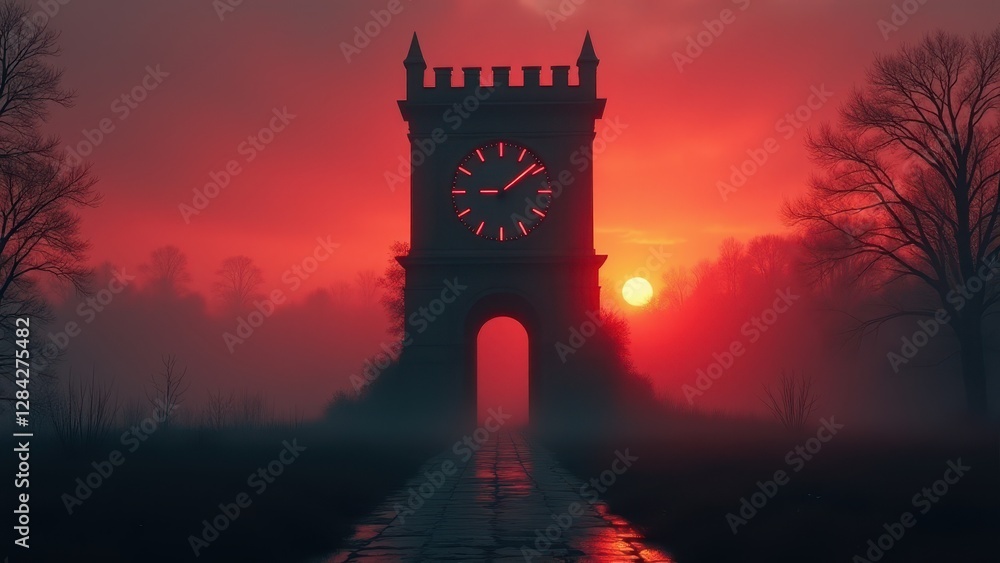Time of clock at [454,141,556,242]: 9:08
